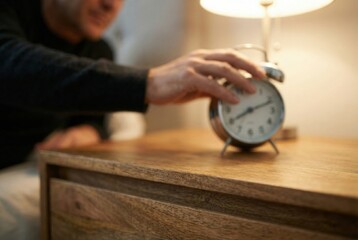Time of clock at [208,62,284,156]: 8:11
